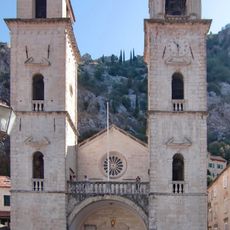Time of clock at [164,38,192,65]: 10:28
